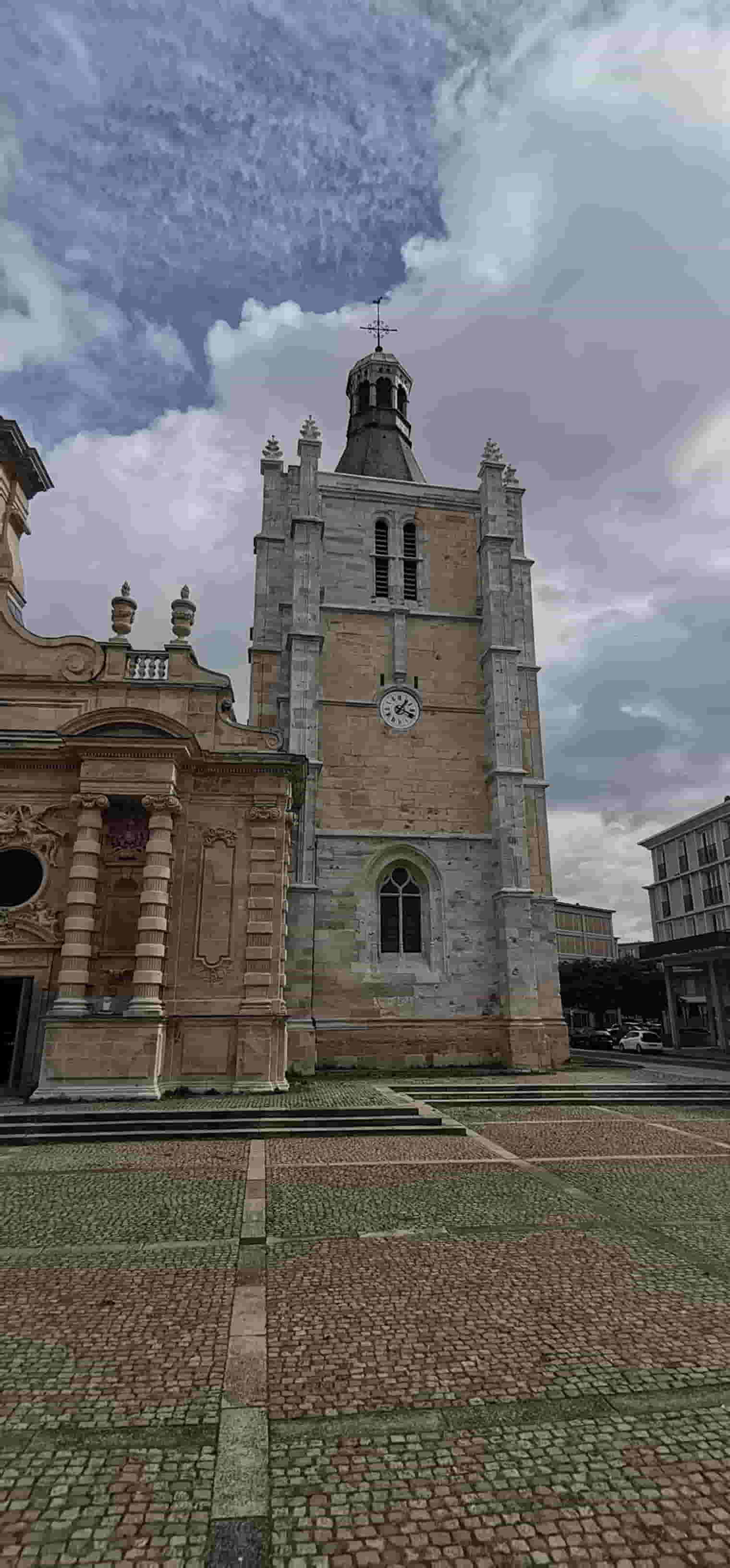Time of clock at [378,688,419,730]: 1:18
